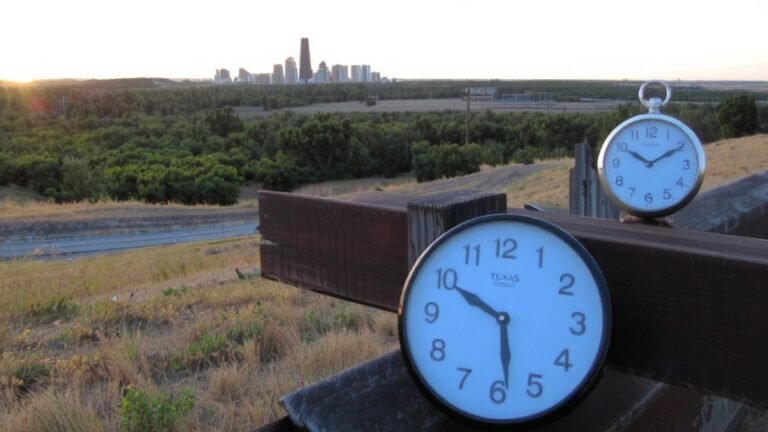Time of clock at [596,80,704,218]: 10:10
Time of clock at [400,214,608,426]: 5:49
